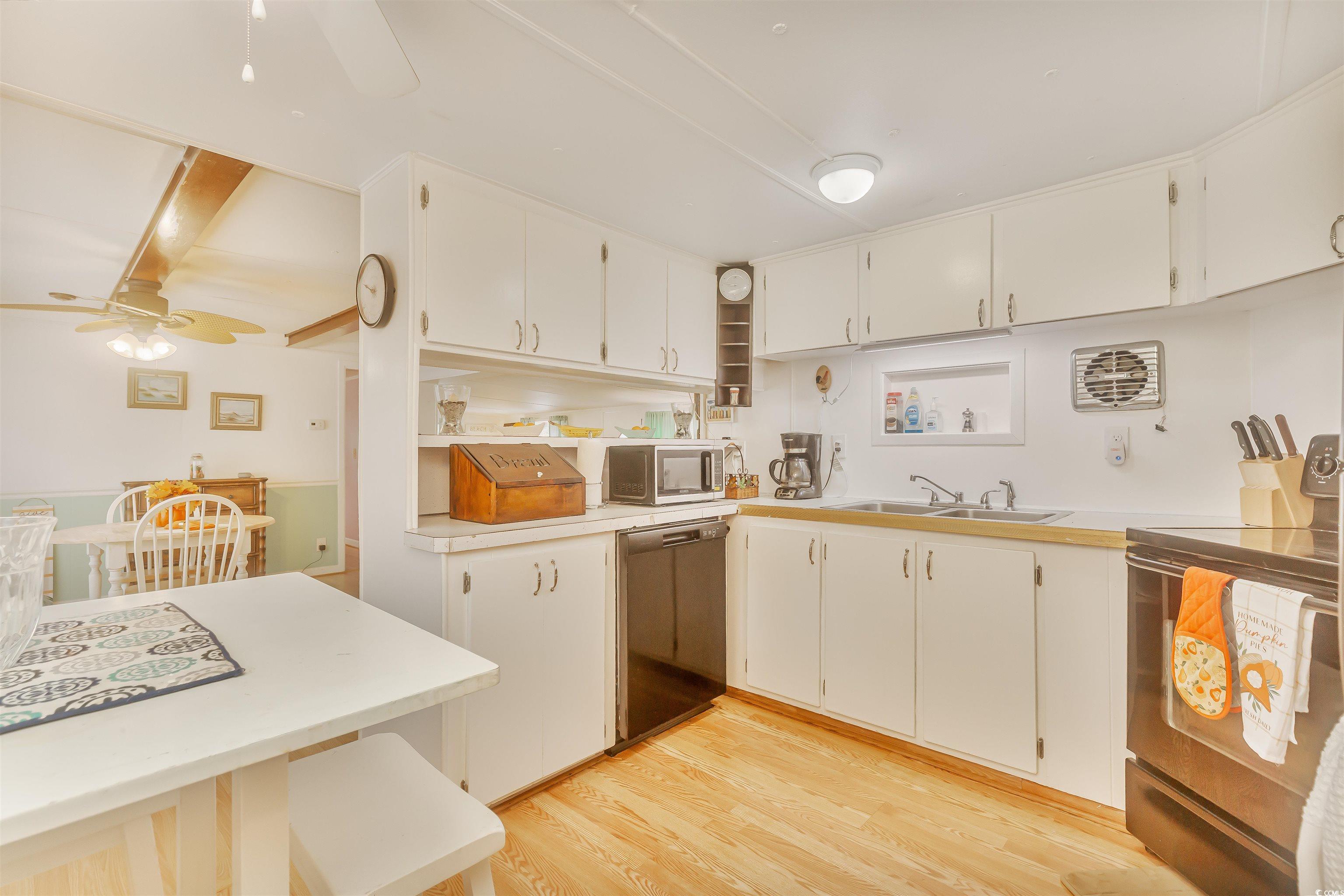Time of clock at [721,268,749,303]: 8:46
